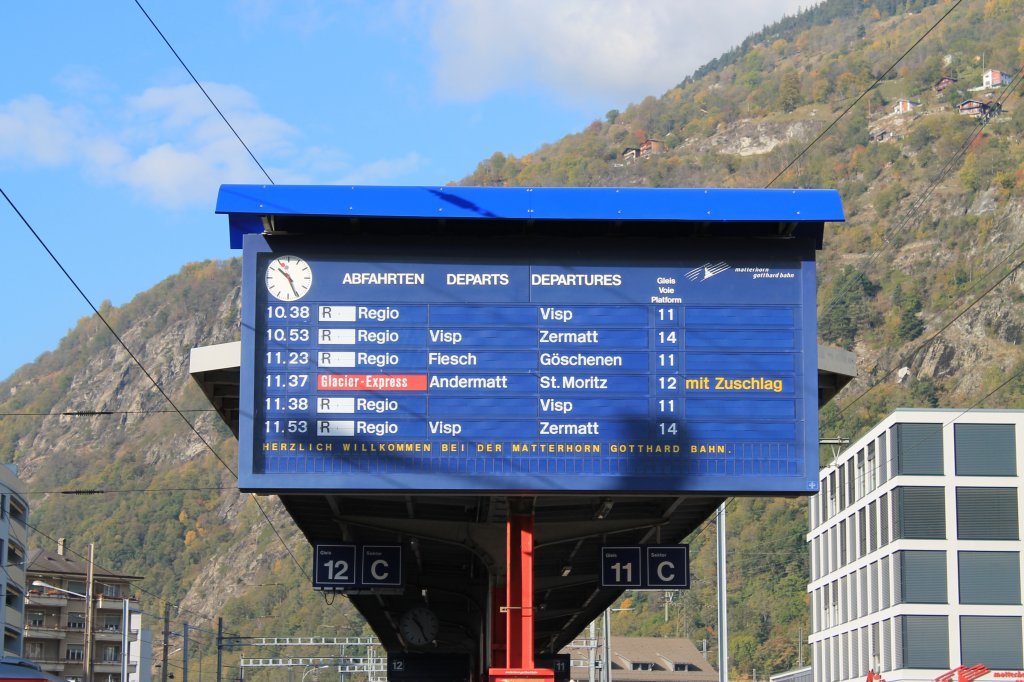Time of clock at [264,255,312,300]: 10:26
